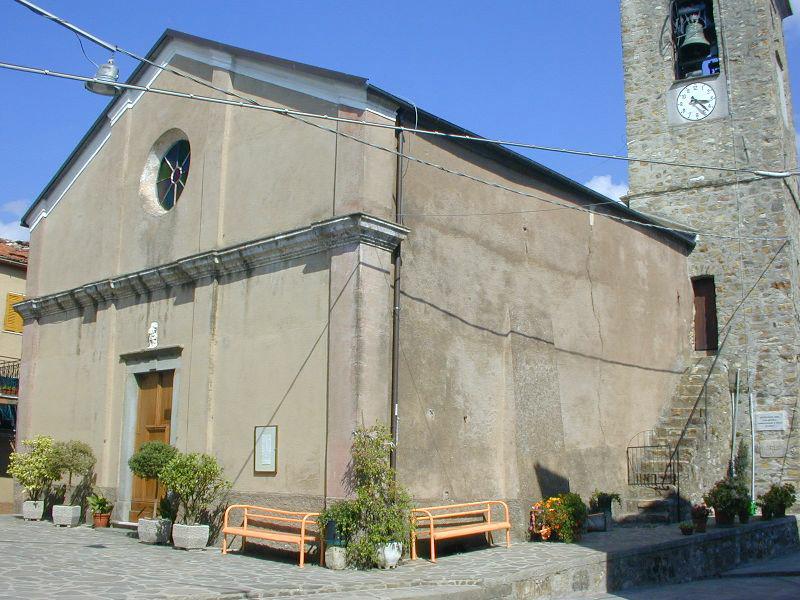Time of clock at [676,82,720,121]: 3:22
